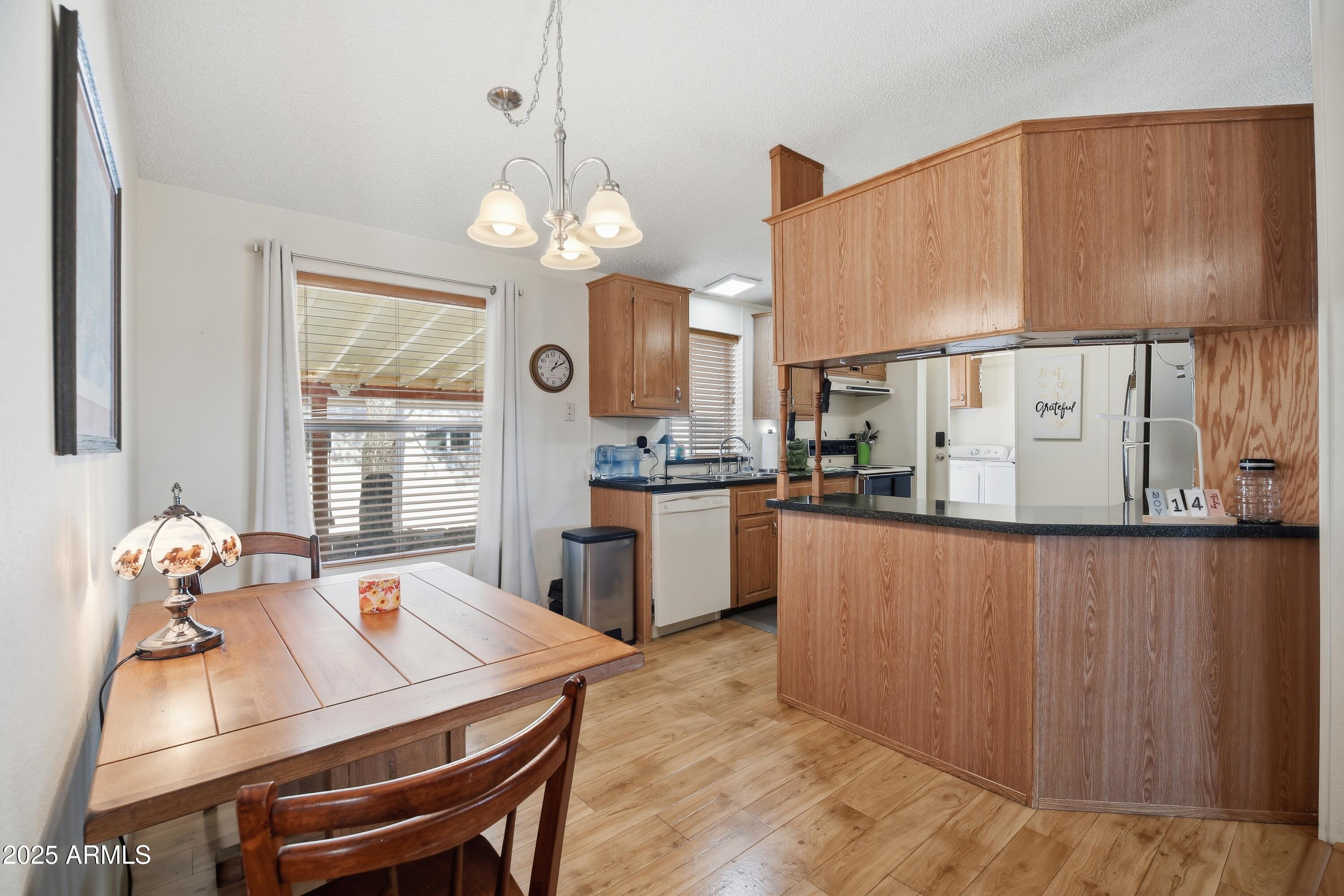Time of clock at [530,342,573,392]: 1:10
